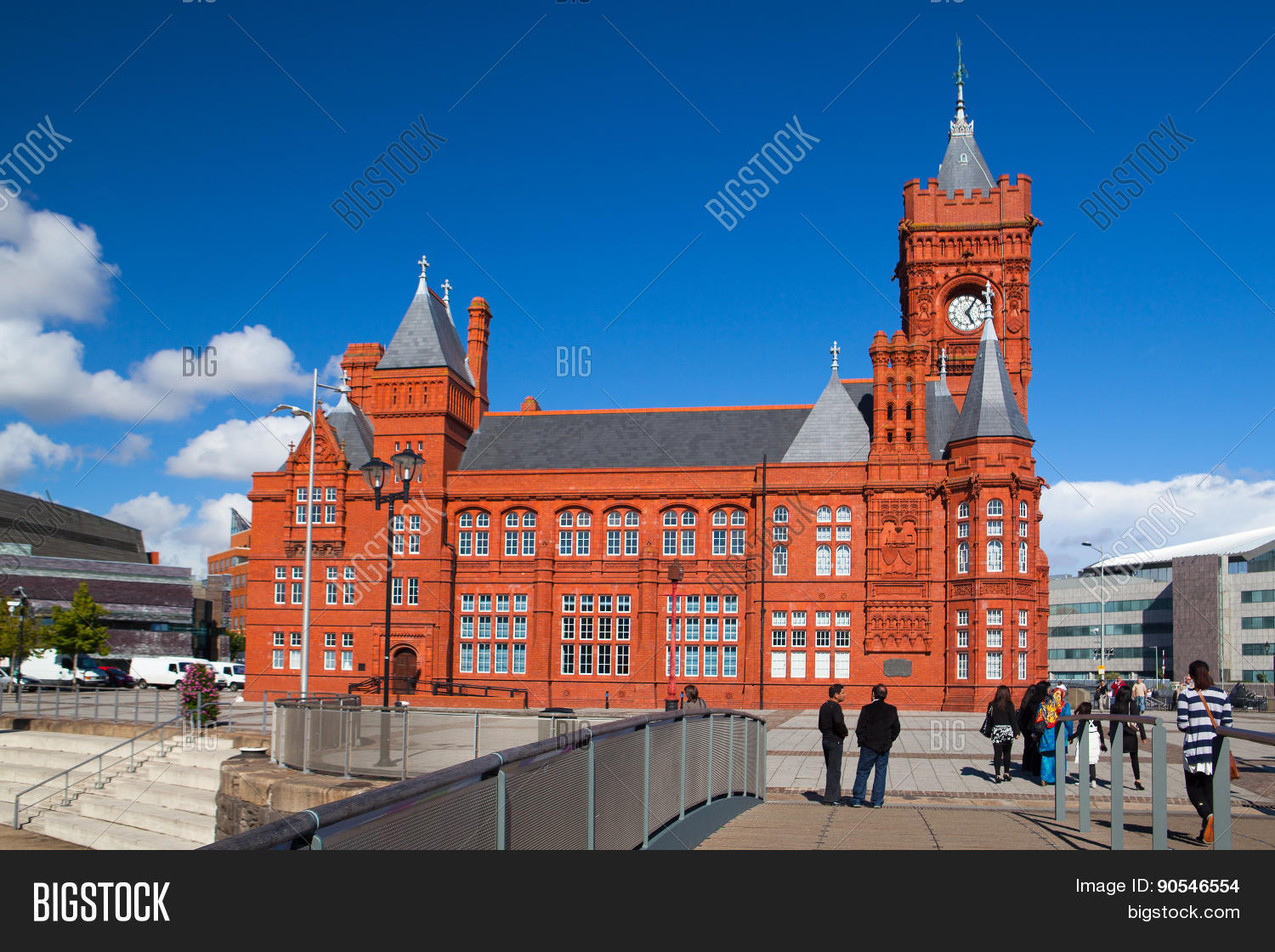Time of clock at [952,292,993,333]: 5:05
